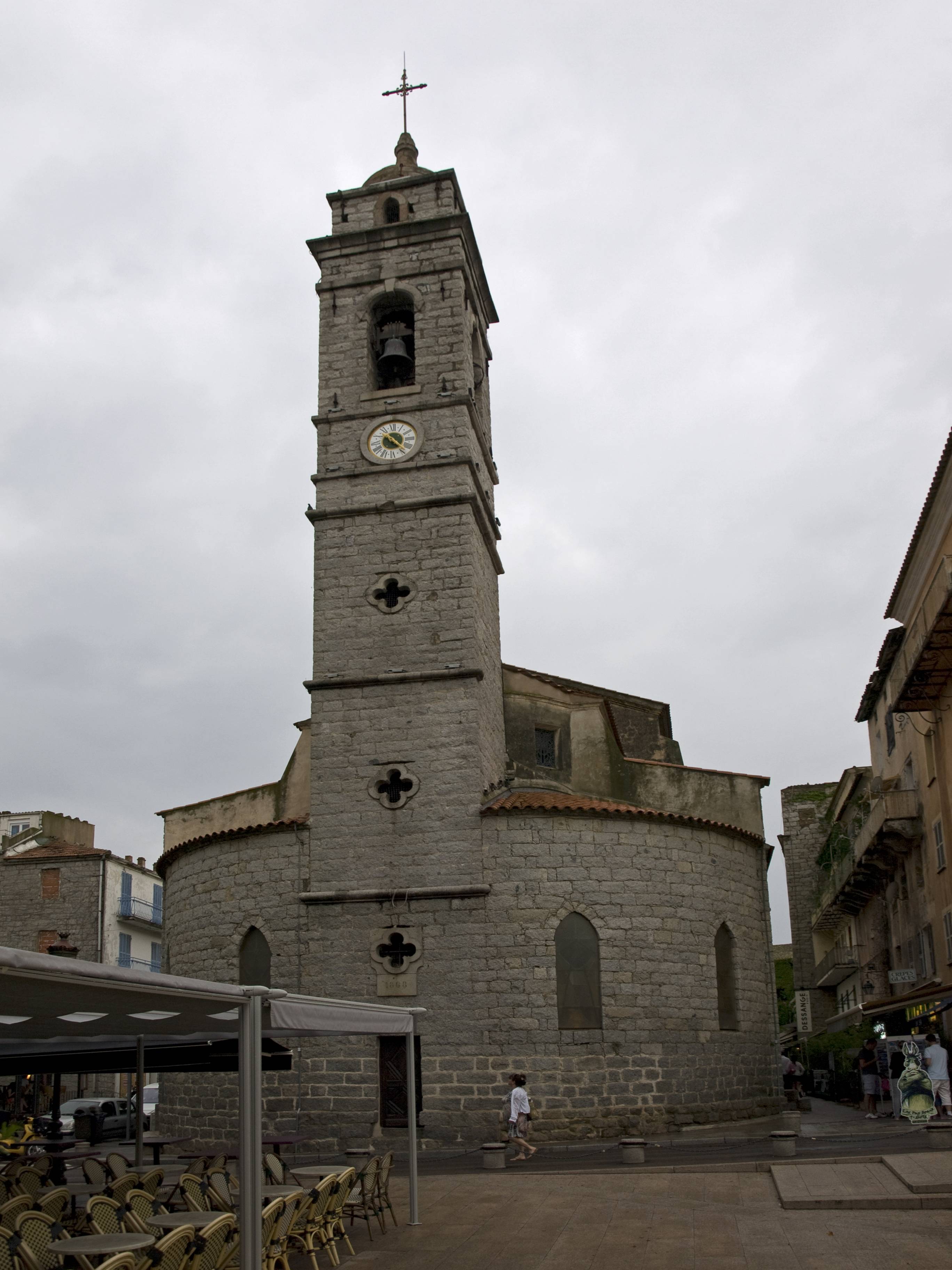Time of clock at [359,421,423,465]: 4:23
